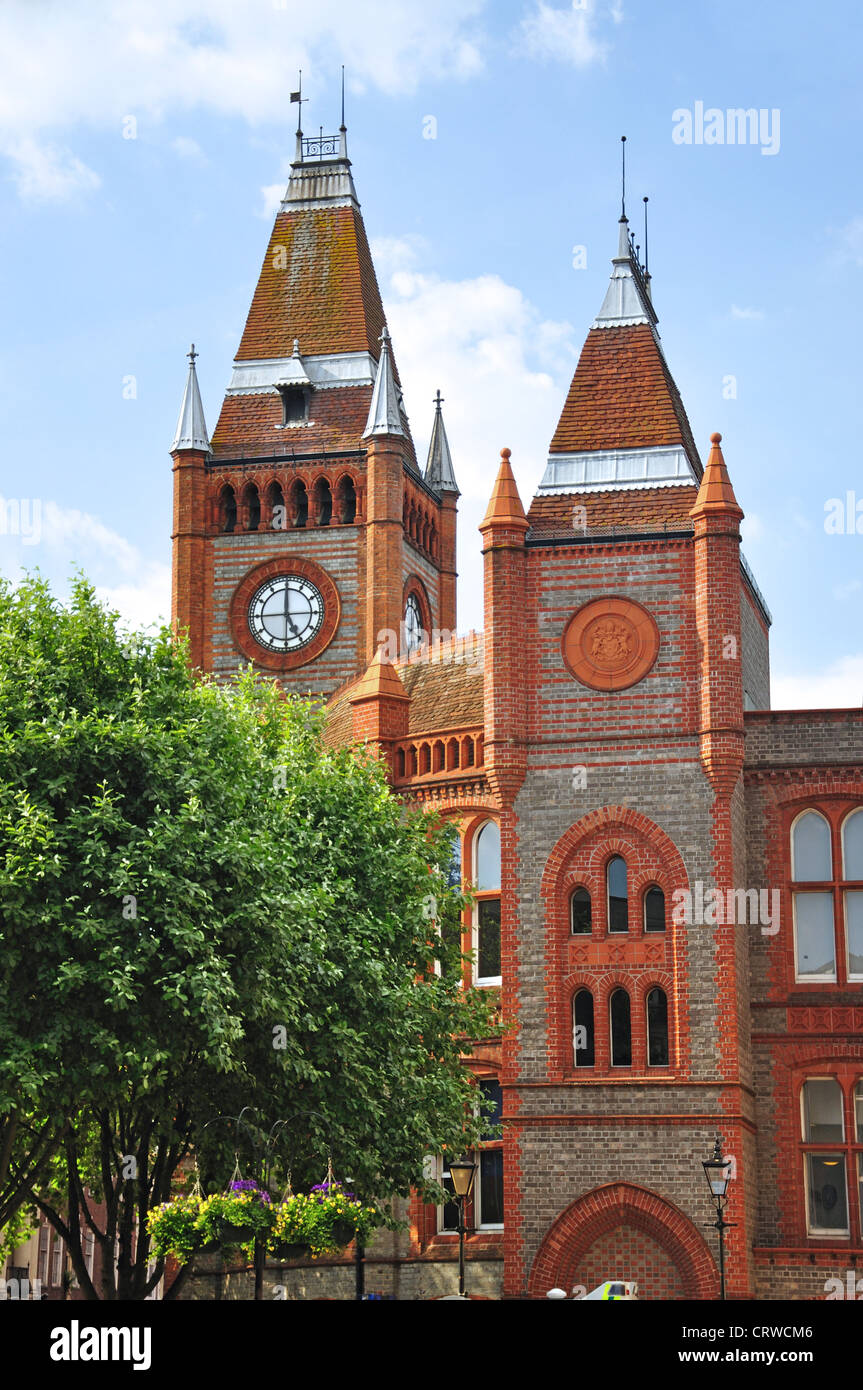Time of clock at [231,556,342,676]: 4:59
